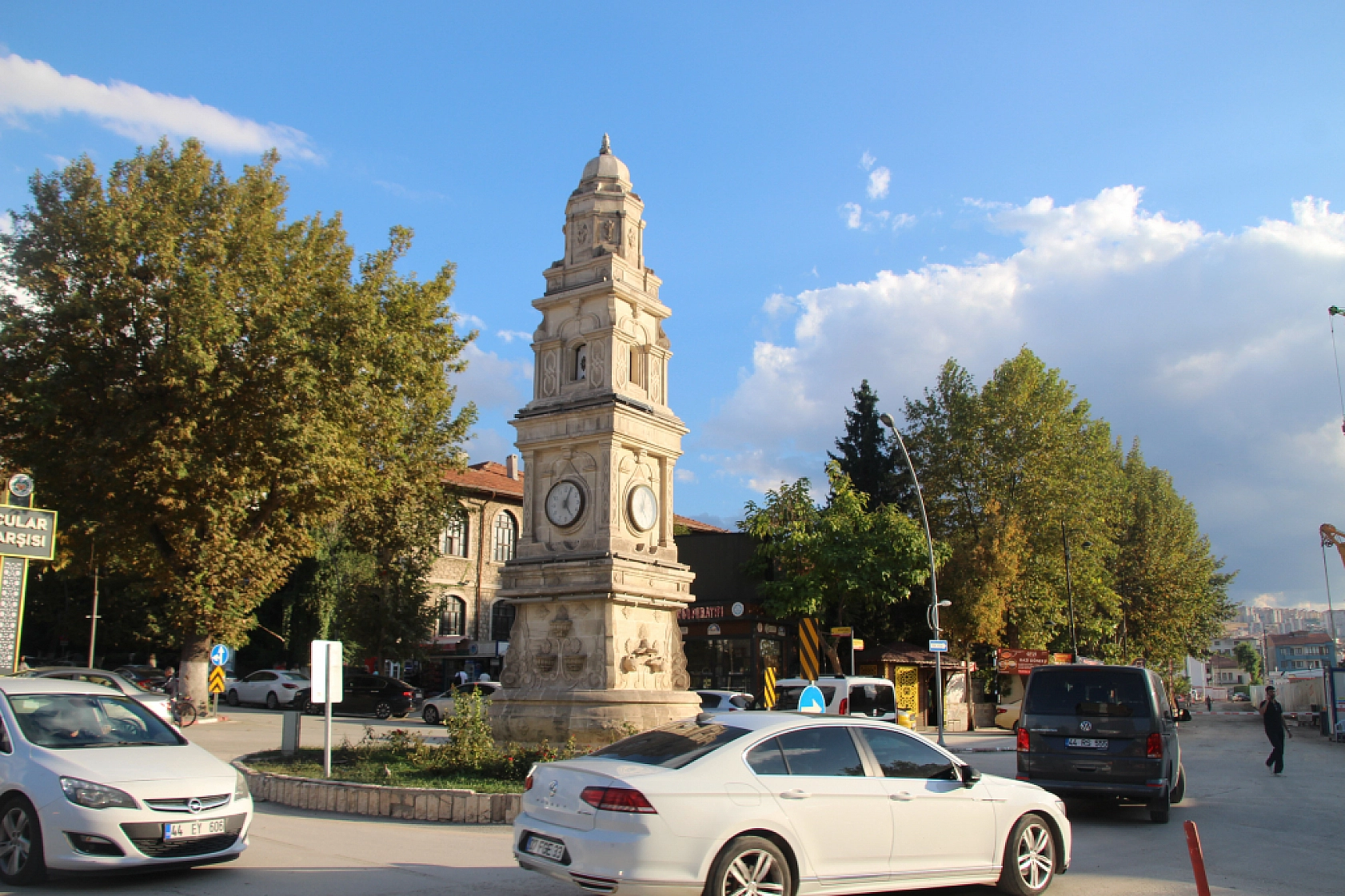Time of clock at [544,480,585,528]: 5:03
